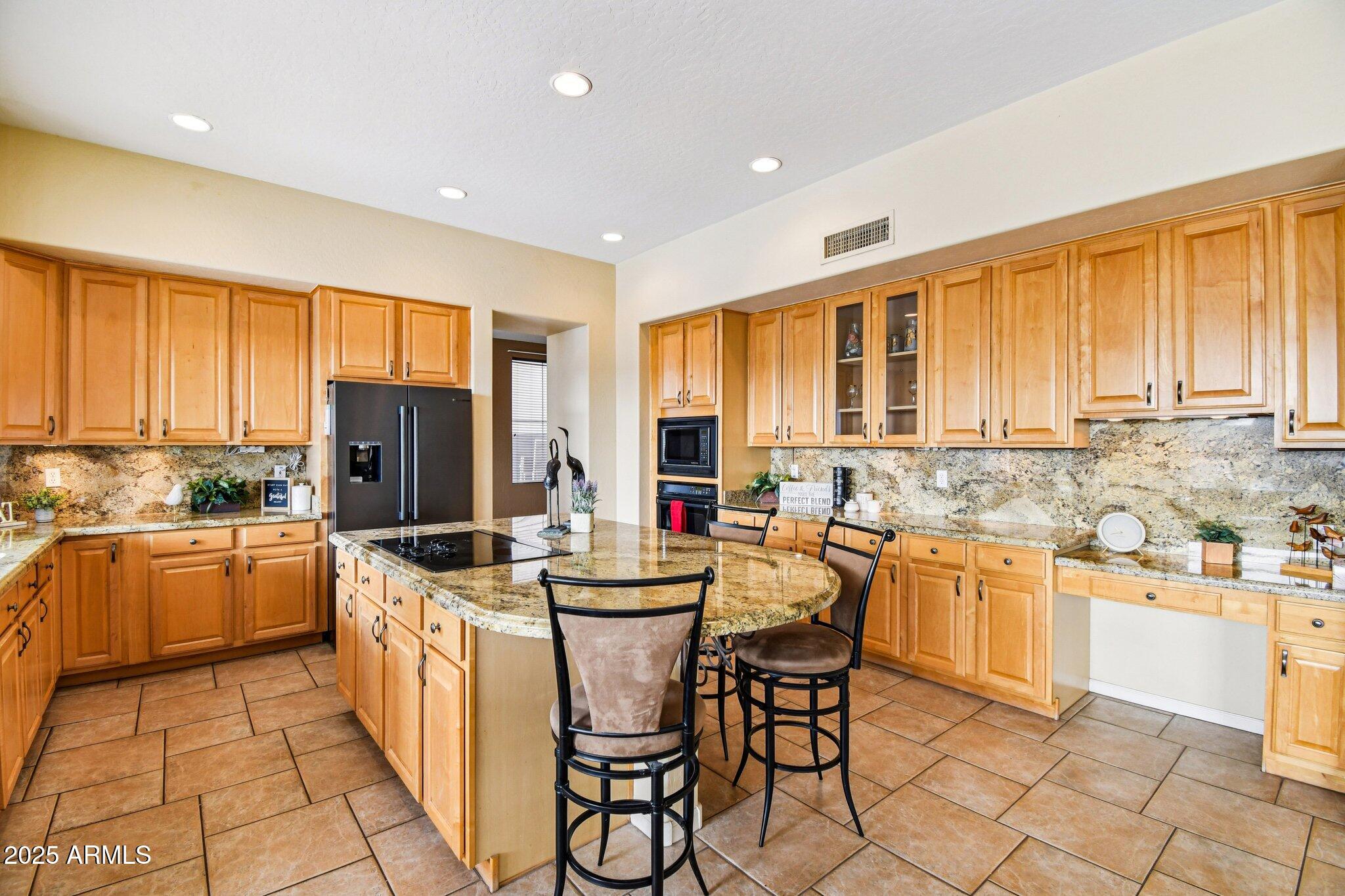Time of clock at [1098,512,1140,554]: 10:42
